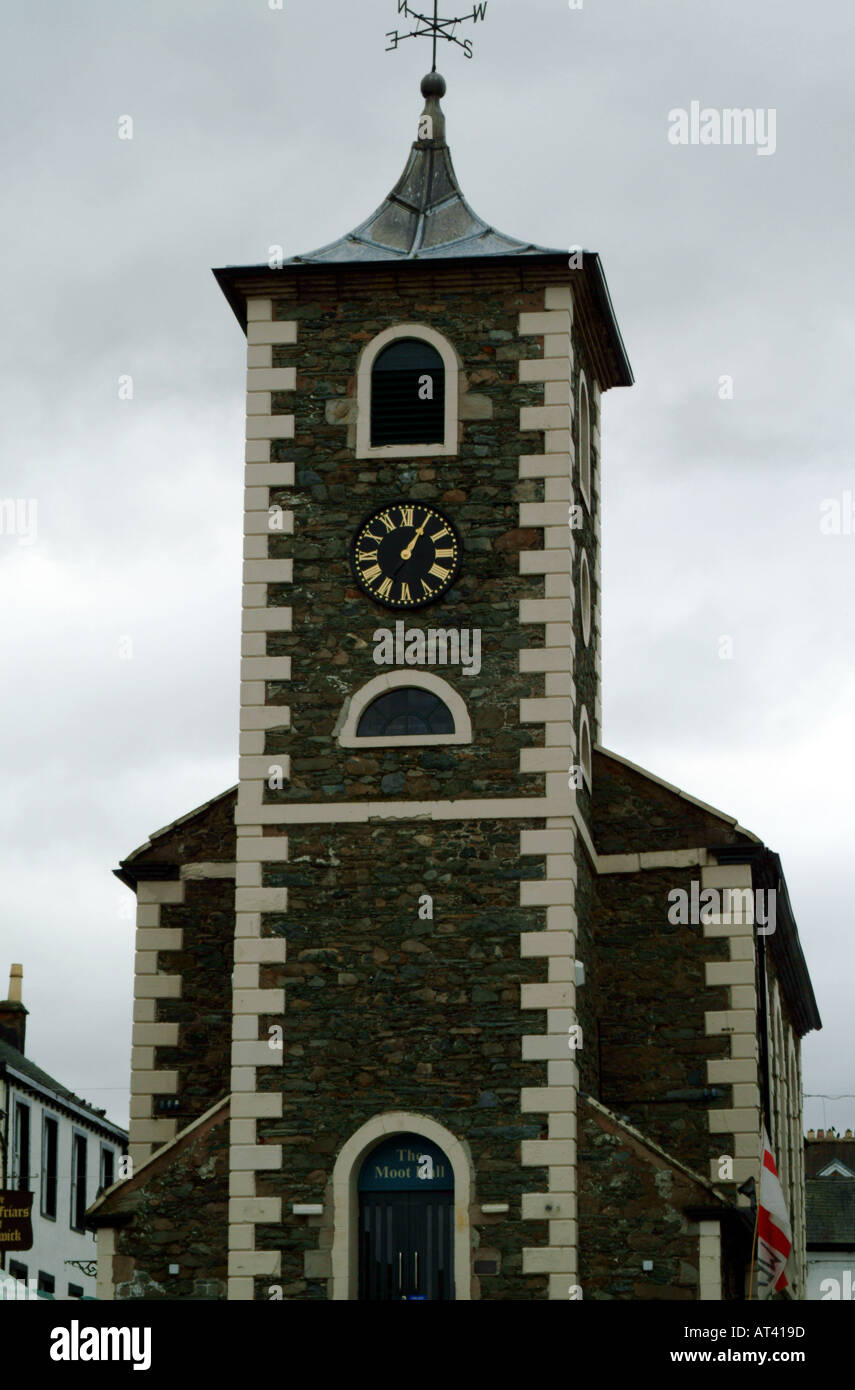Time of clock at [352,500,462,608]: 1:05
